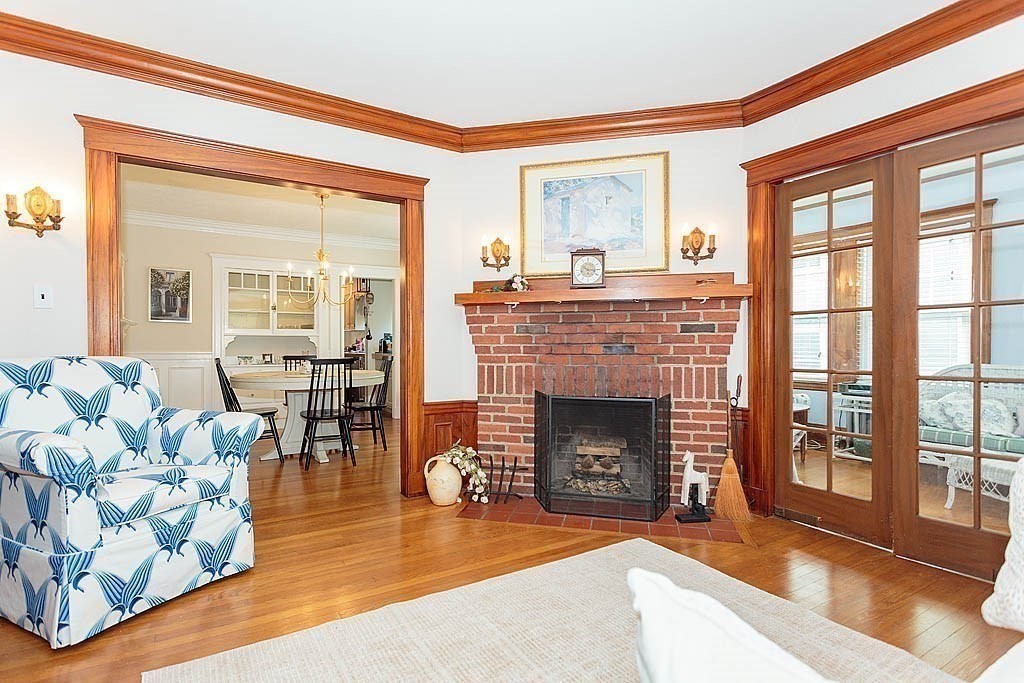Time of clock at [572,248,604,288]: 10:15
